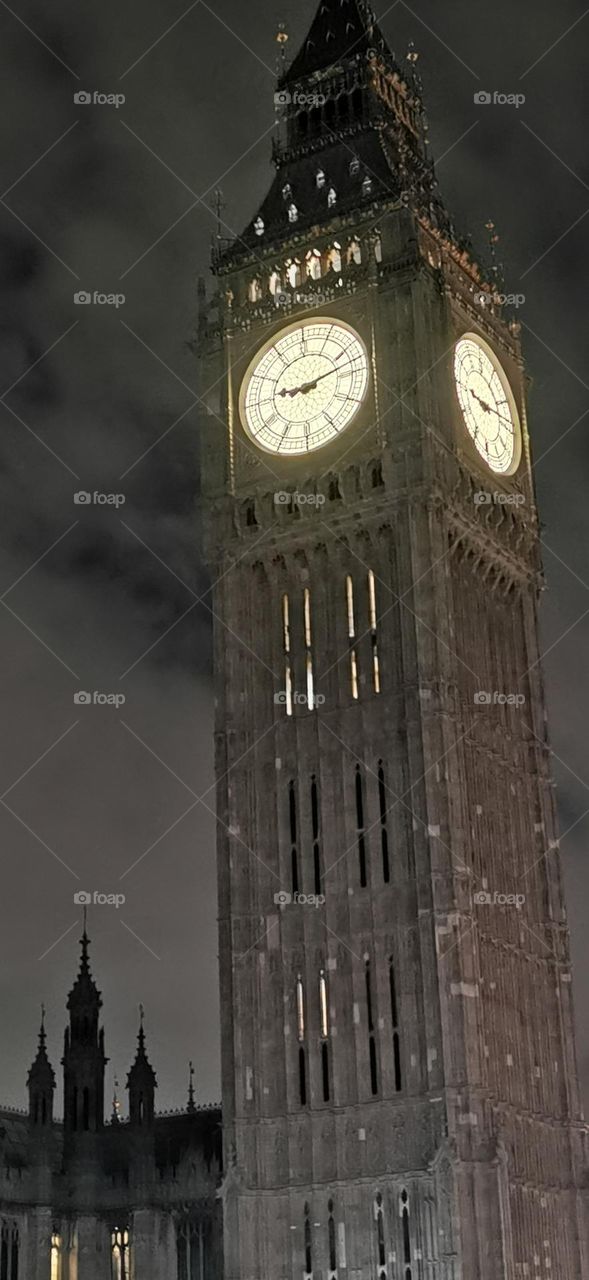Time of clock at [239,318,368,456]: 9:12
